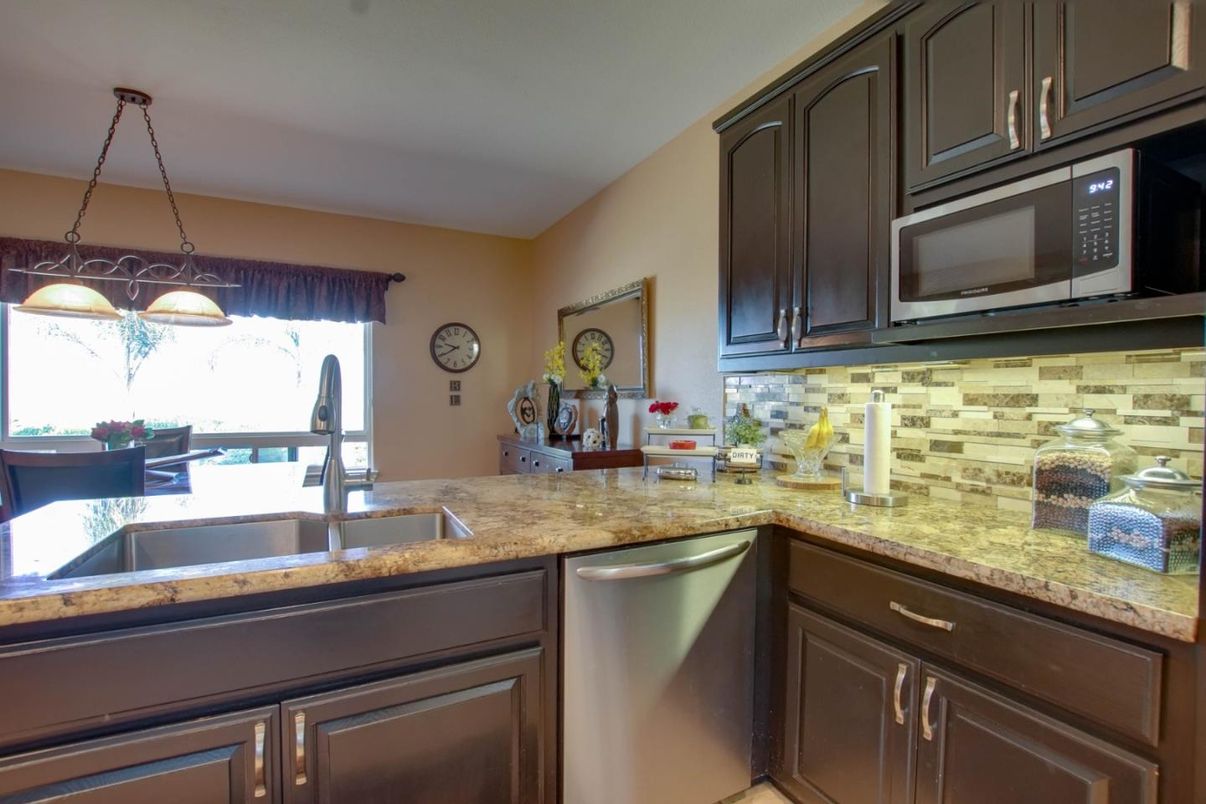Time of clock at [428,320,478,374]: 9:39
